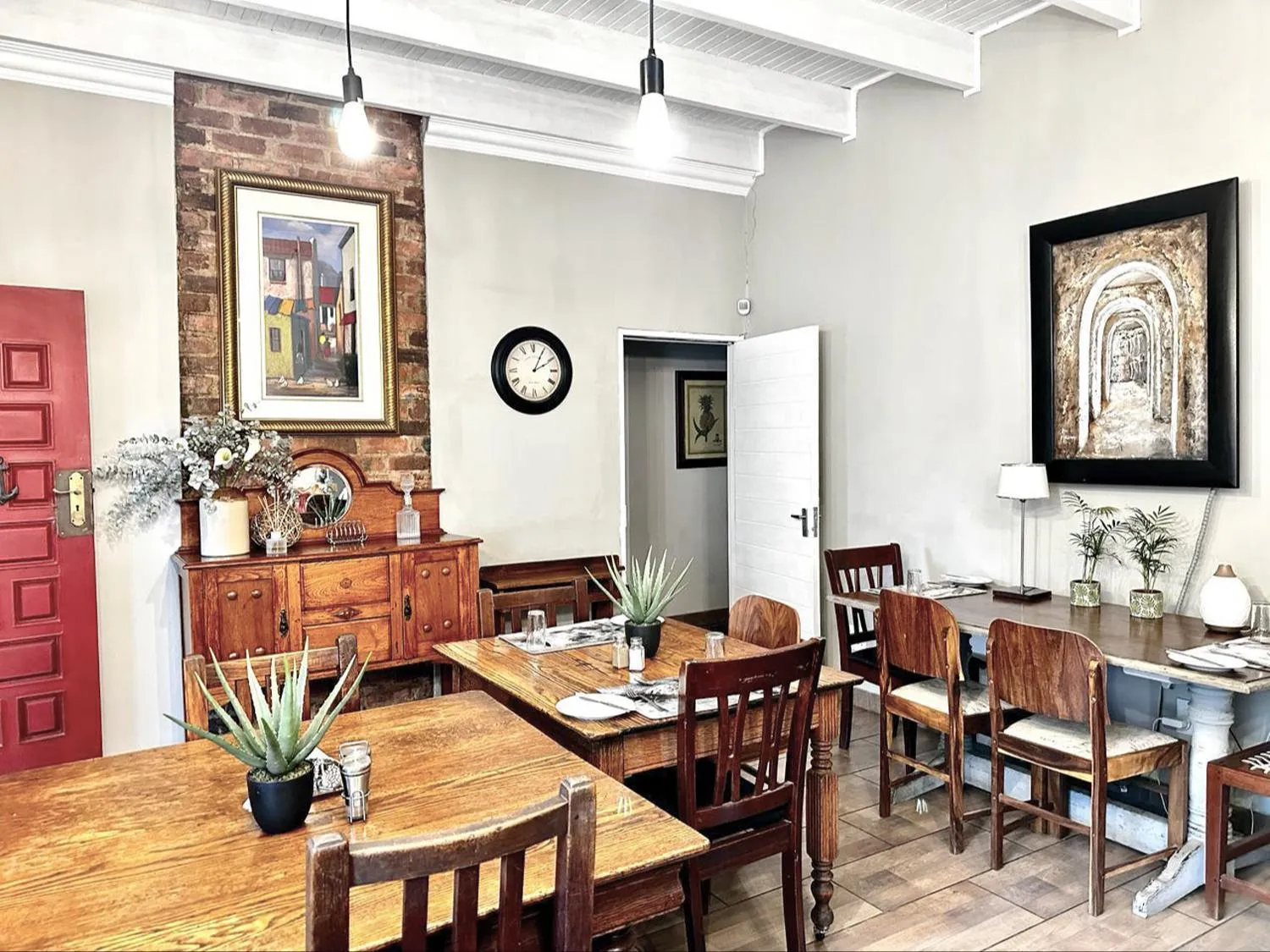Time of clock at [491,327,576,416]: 2:04
